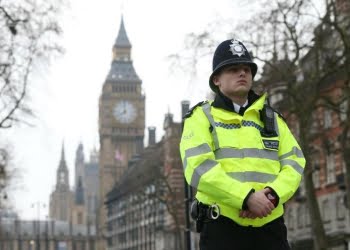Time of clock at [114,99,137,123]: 7:59
